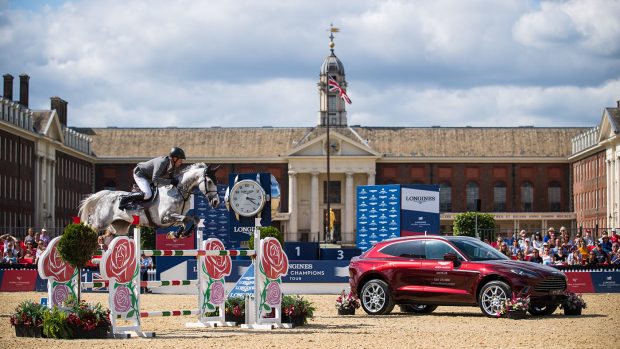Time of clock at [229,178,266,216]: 3:21
